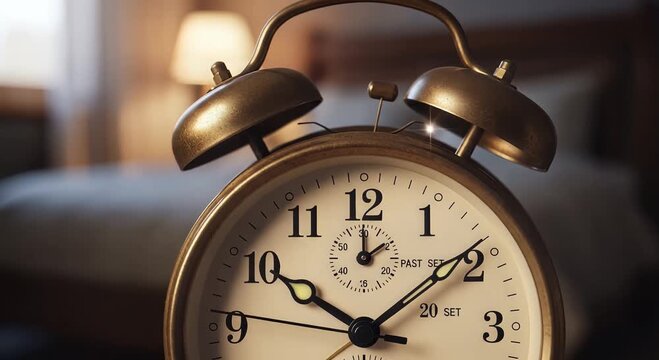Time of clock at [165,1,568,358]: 10:08
